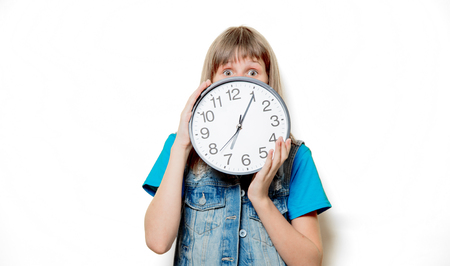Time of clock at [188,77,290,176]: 7:05
